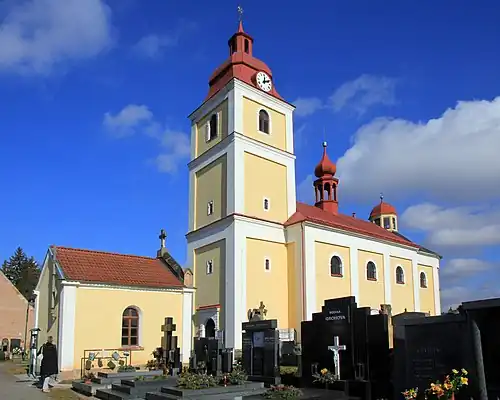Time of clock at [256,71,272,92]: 12:11
